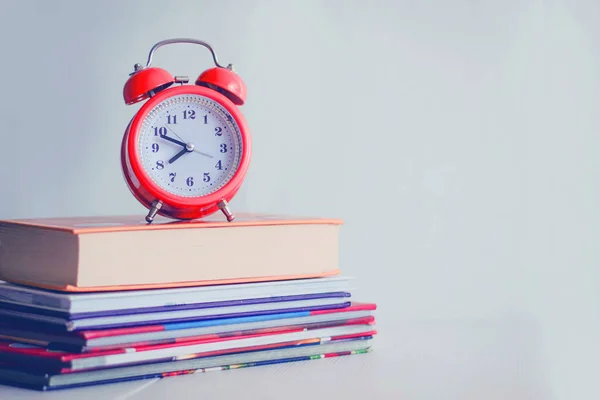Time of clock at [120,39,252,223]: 7:48
